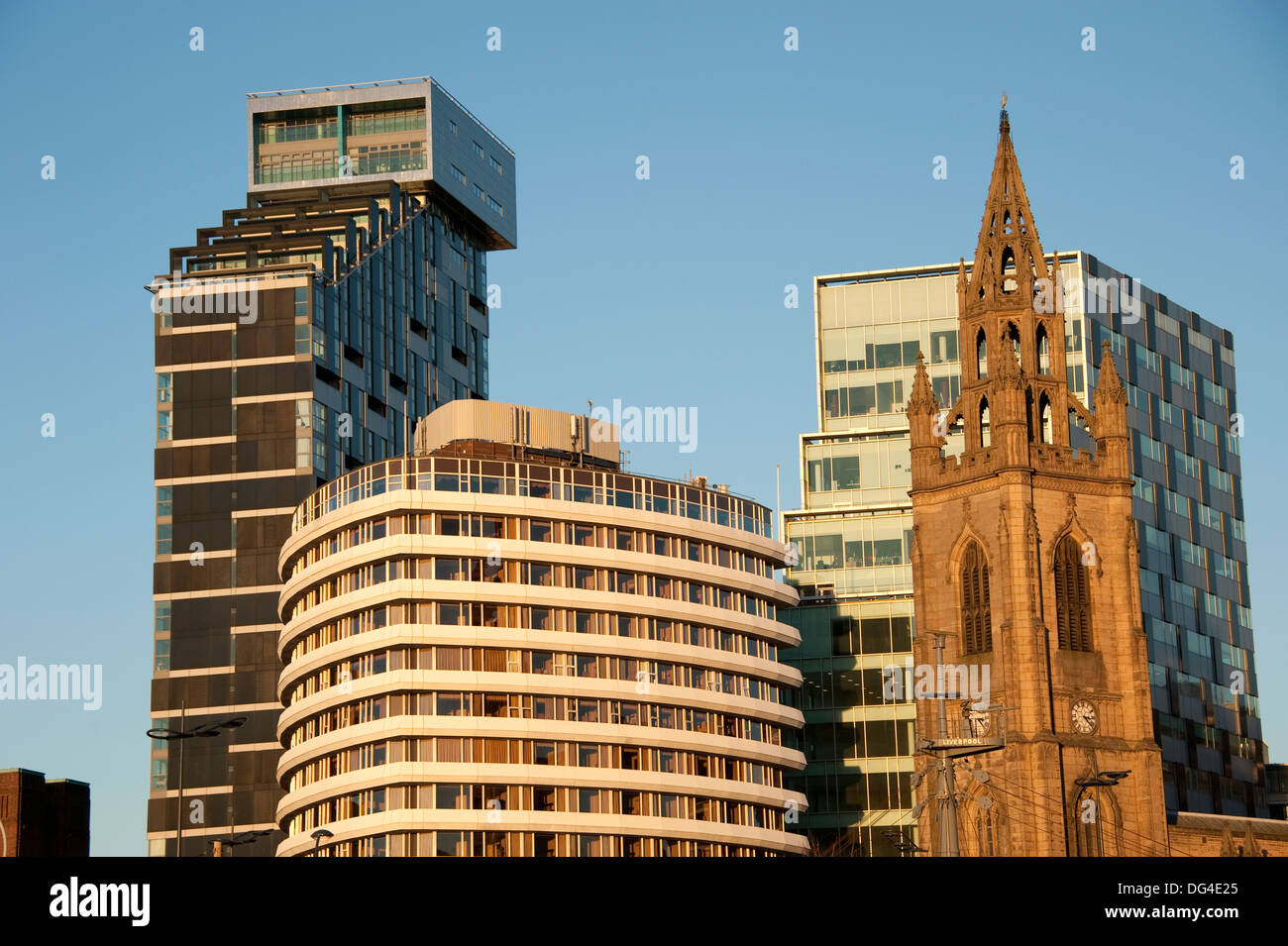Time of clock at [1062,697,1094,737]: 3:22
